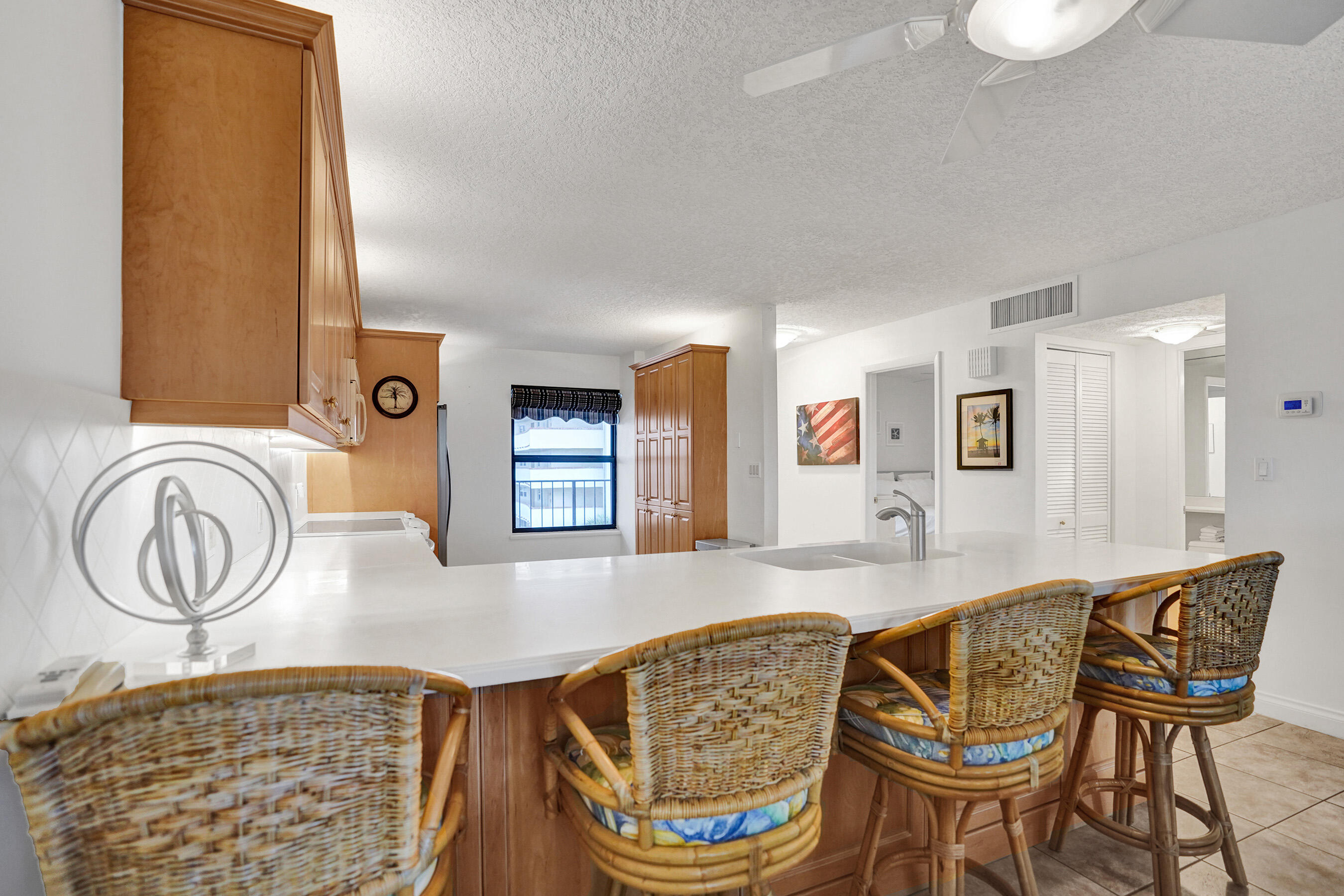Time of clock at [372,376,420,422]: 11:29
